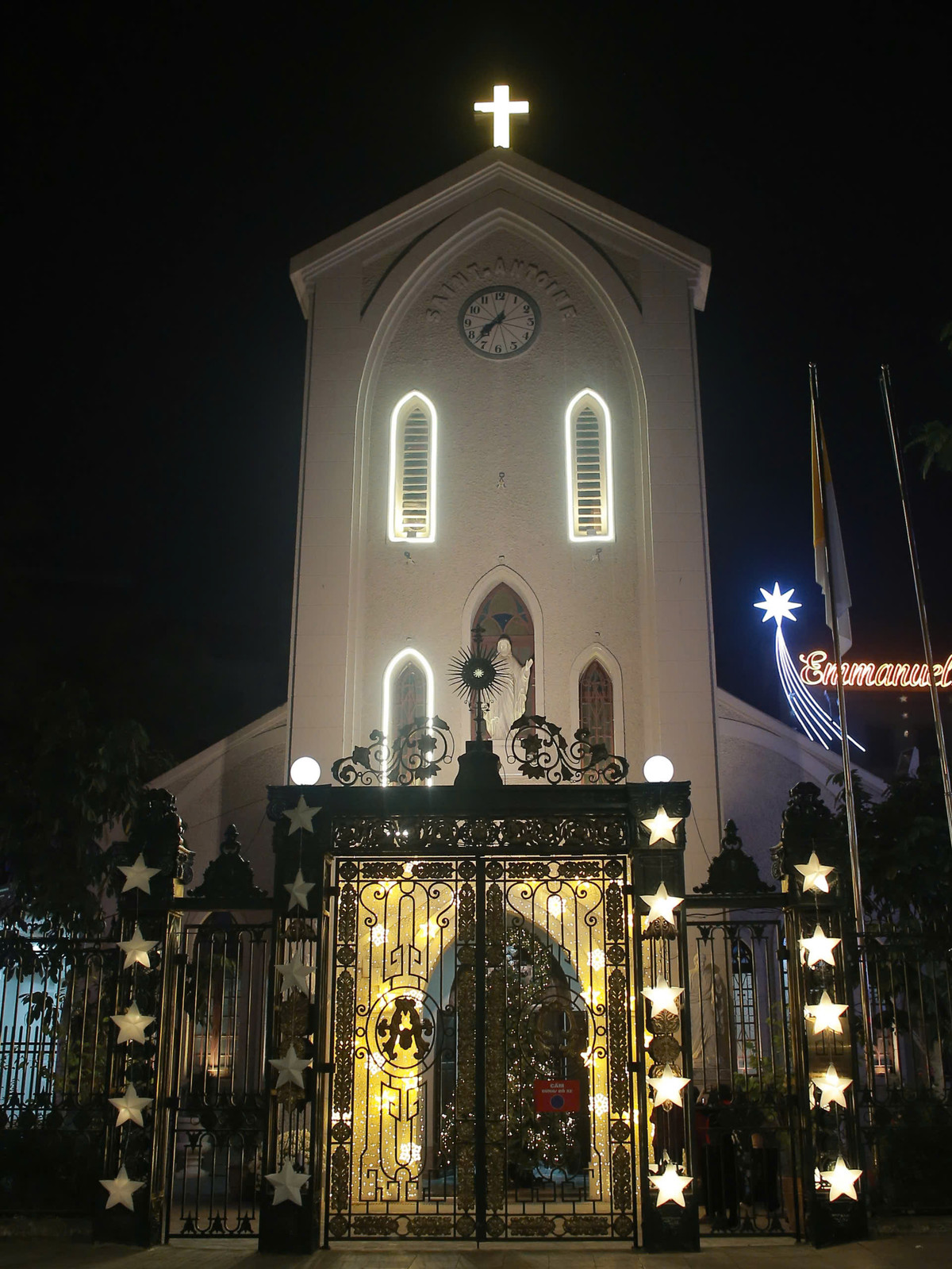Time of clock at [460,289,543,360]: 7:36
